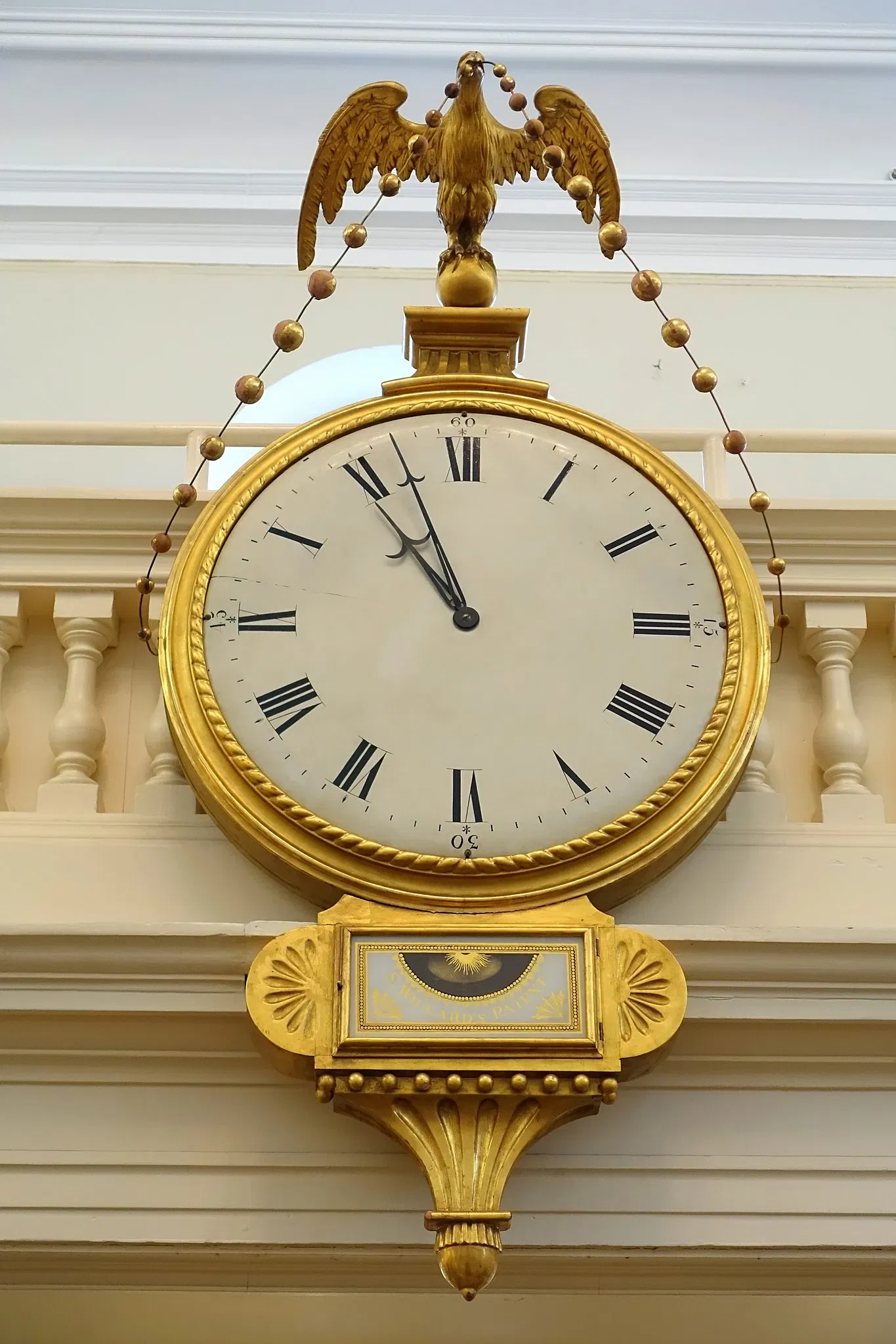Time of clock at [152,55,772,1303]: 10:56
